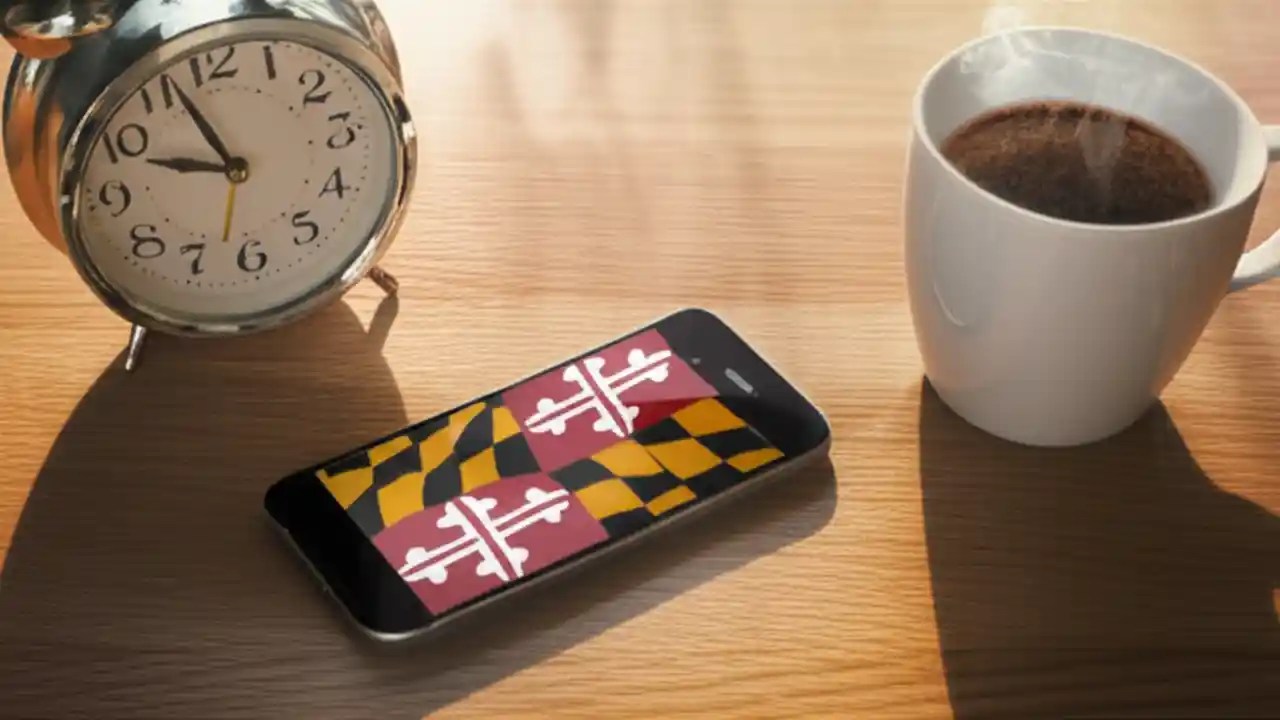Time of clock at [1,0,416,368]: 9:56
